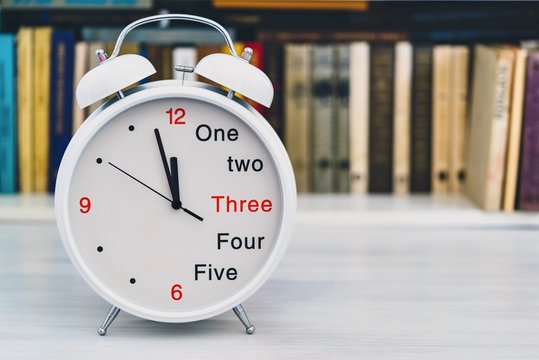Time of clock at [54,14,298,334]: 11:57
